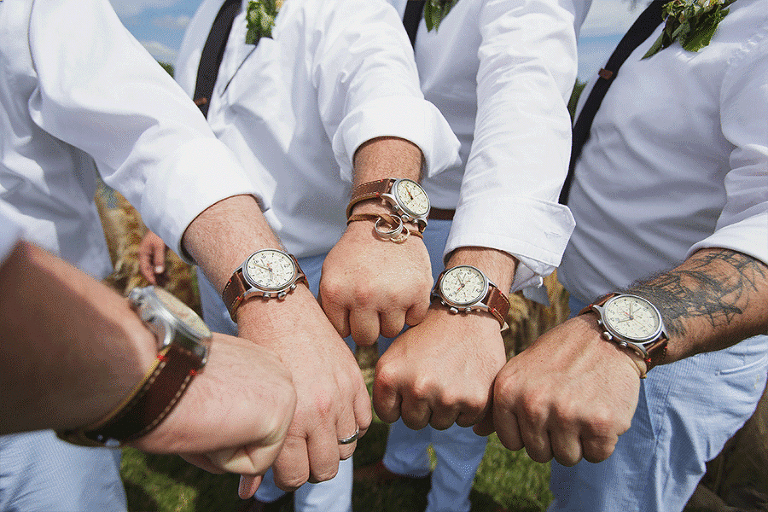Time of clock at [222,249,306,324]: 10:47
